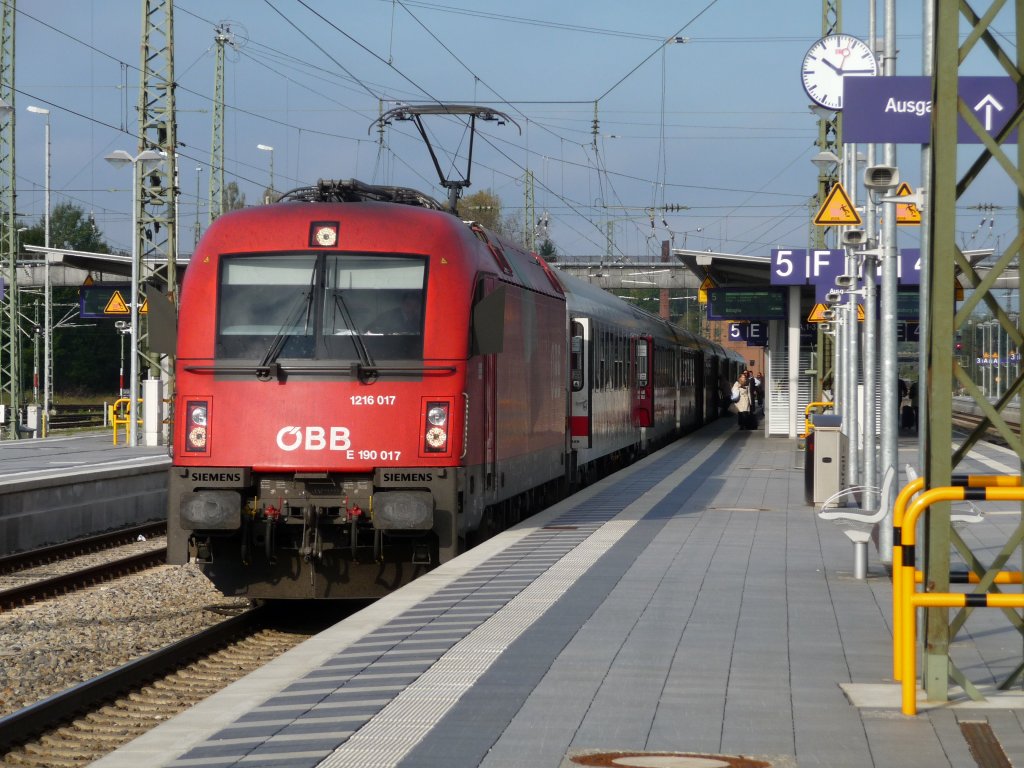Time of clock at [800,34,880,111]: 10:15
